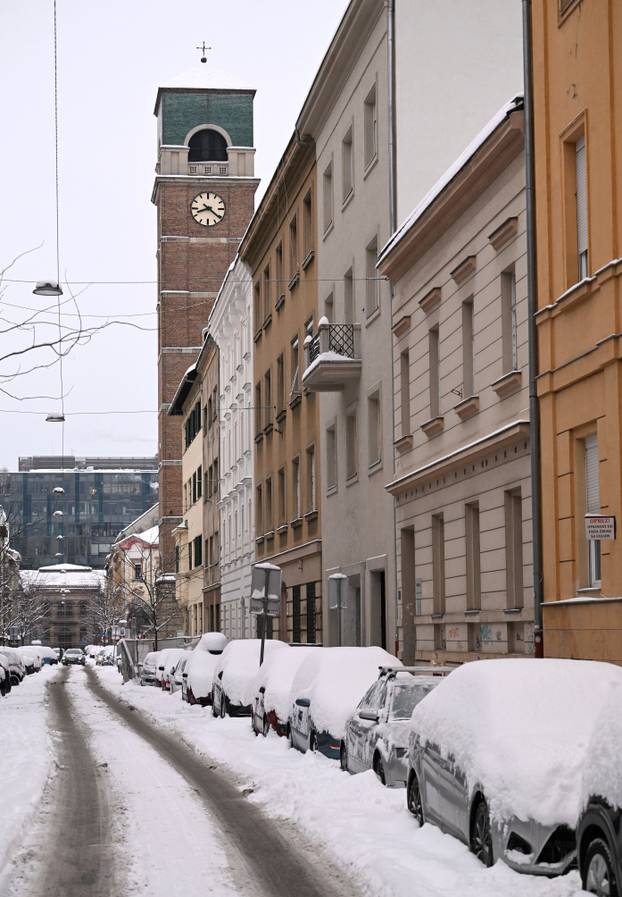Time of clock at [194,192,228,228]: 8:21
